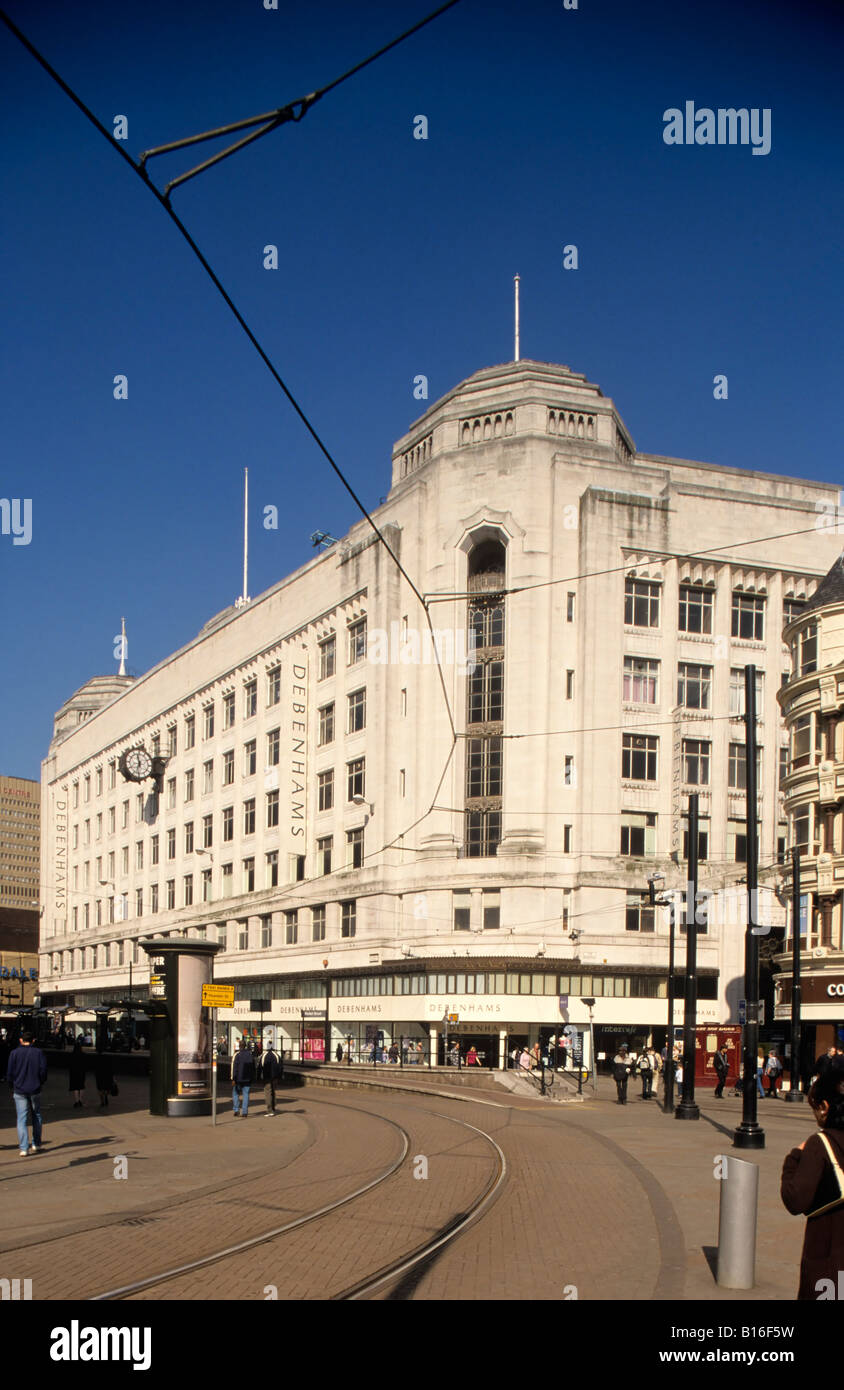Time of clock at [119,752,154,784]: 11:32
